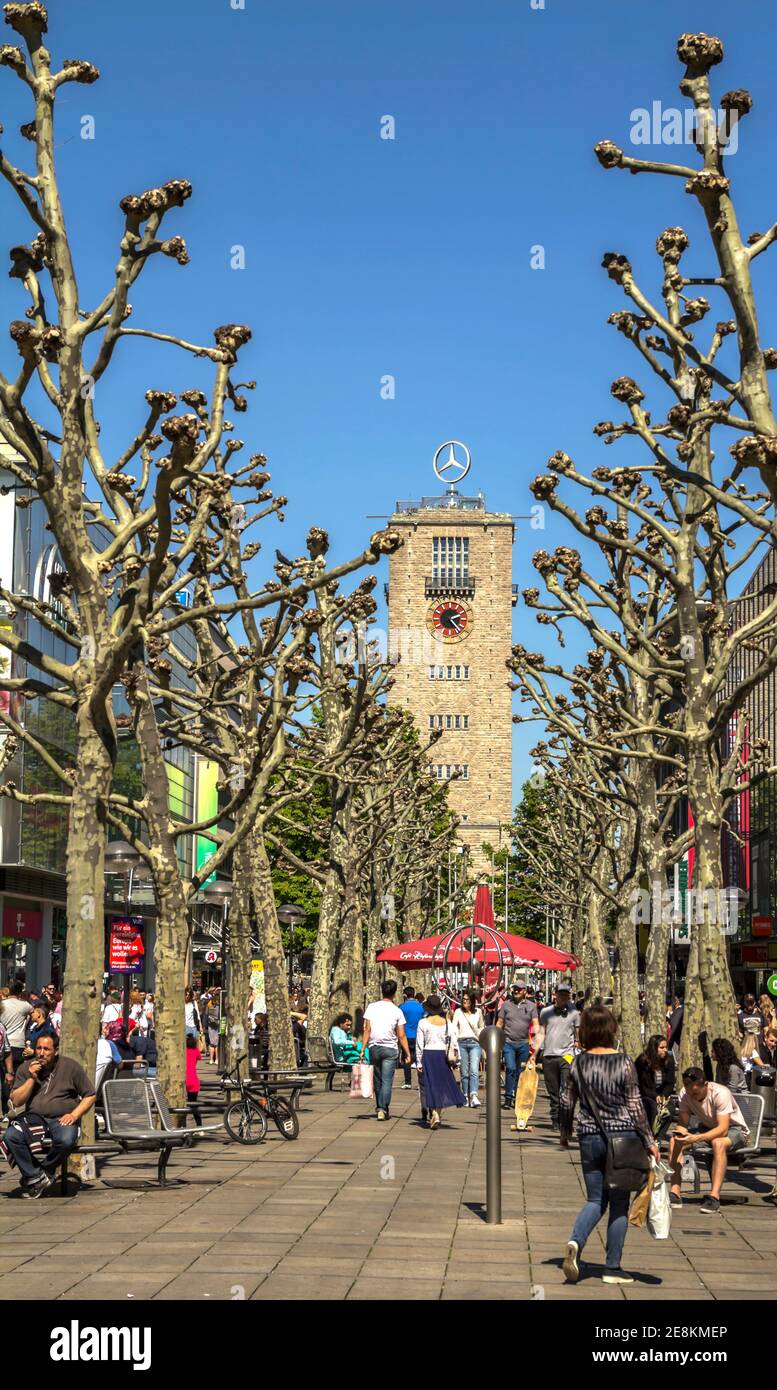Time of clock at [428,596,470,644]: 2:23
